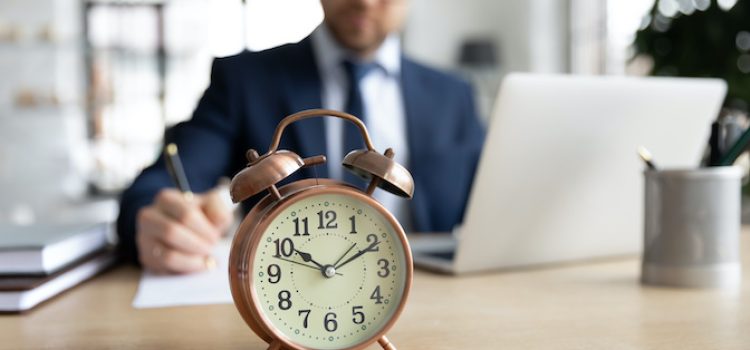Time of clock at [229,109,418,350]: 10:10
